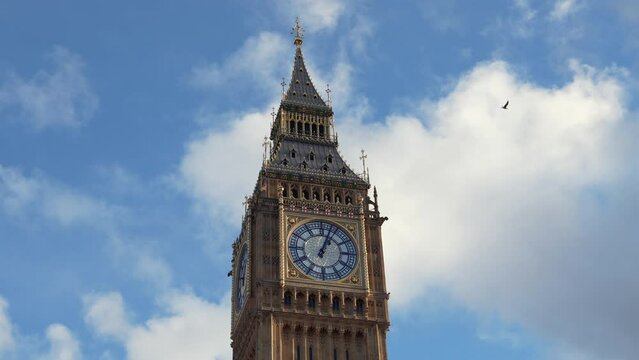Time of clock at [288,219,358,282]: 1:03
